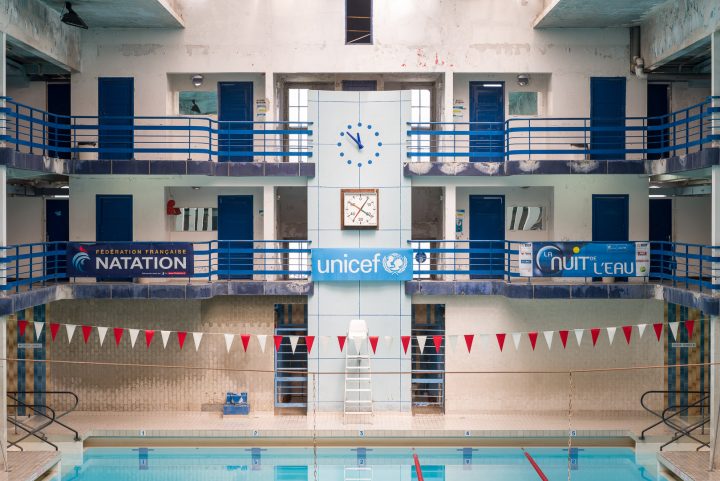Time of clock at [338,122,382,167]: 11:52
